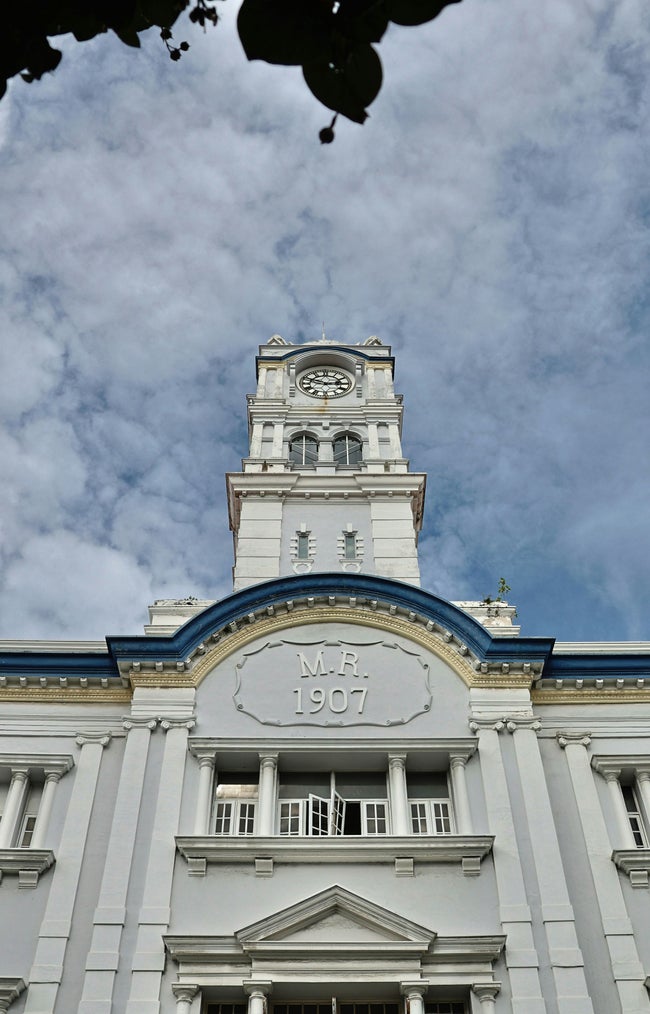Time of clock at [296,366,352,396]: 2:48
